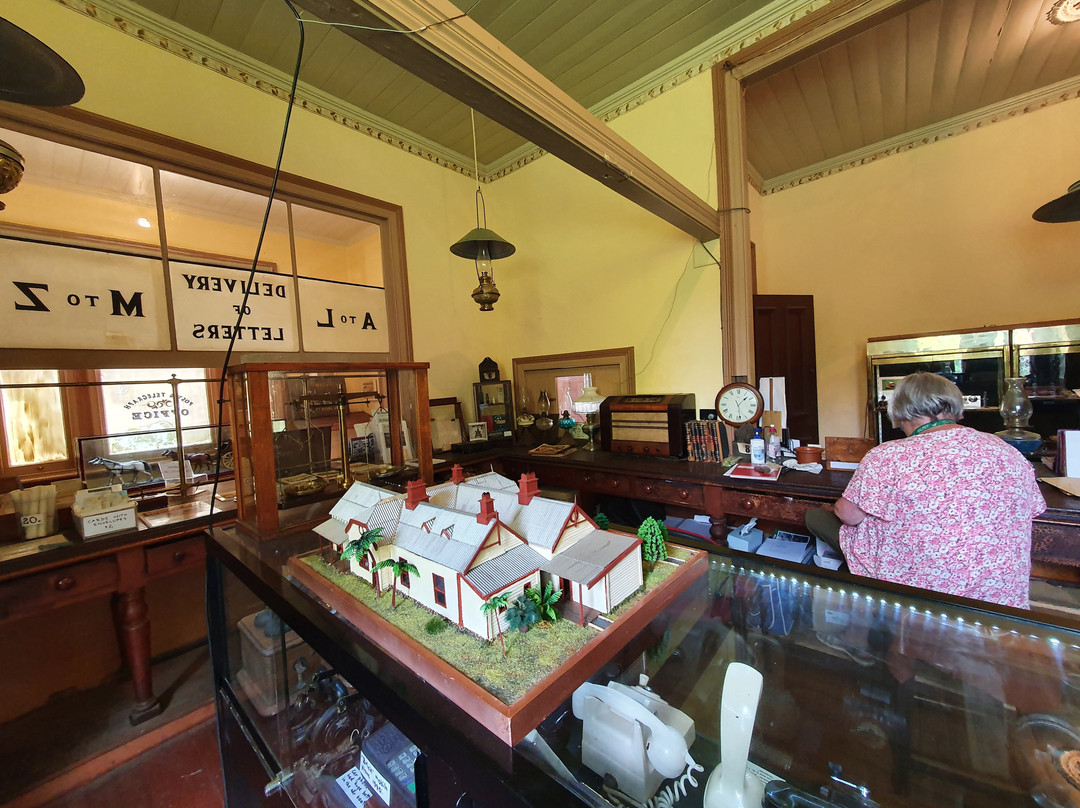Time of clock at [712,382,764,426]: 1:28
